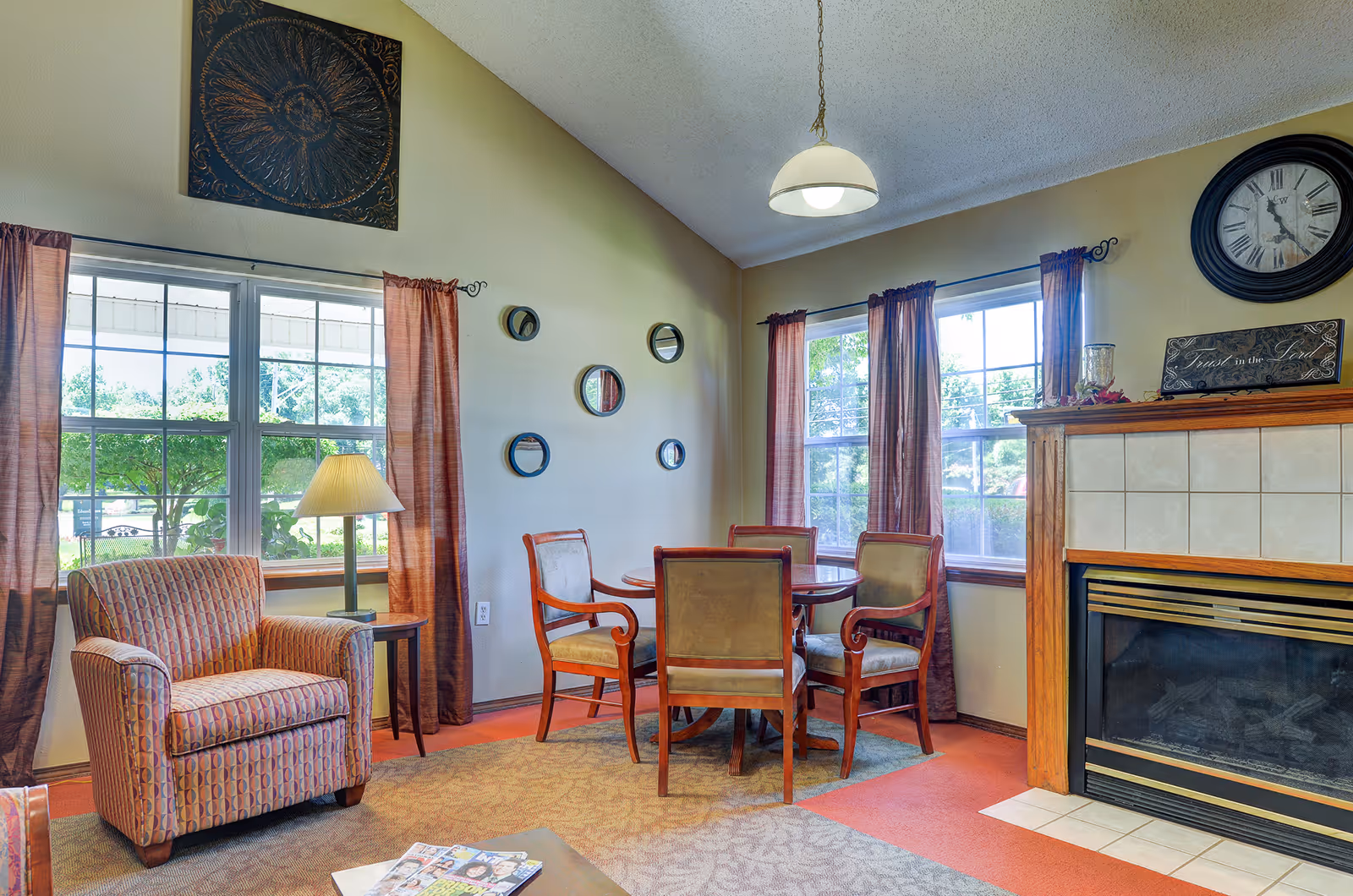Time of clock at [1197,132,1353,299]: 11:24
